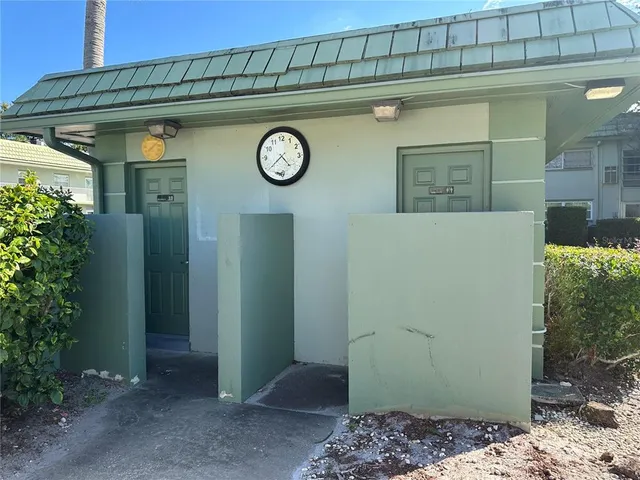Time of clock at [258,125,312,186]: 4:38
